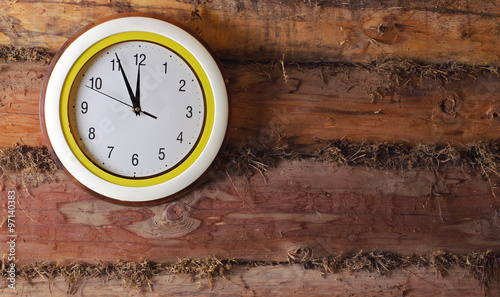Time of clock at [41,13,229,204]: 11:55
